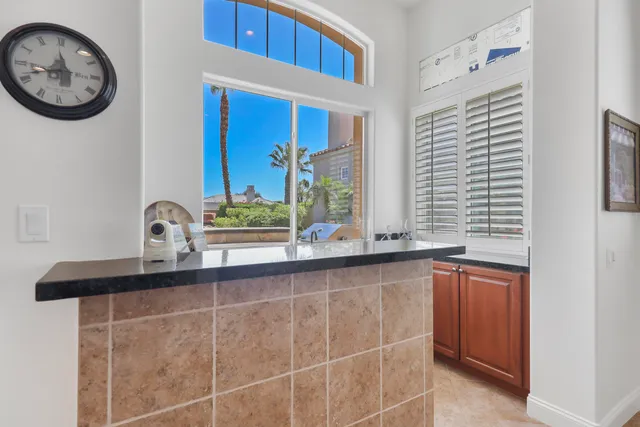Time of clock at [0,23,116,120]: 11:41
